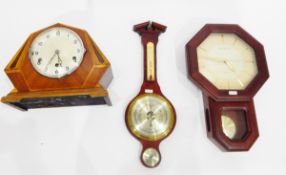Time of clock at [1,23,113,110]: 5:35
